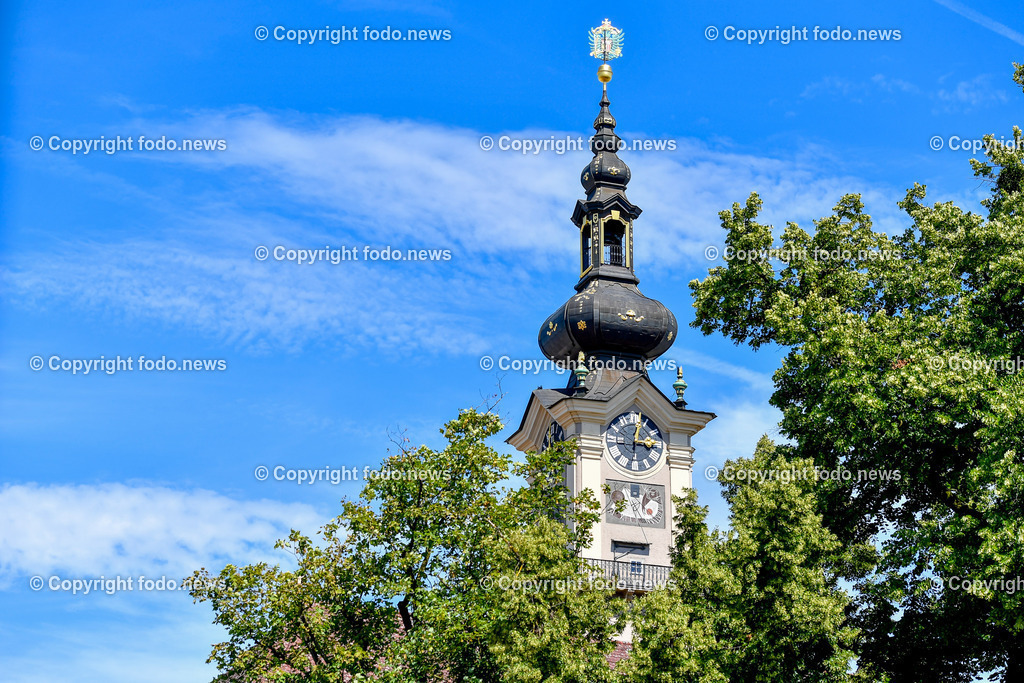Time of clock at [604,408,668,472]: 3:02
